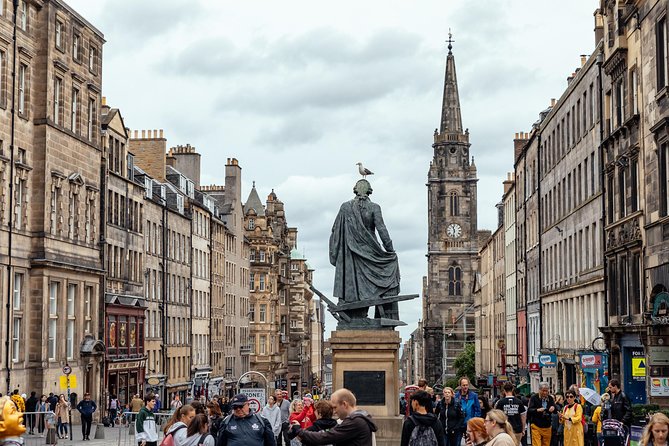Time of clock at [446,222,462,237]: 11:32
